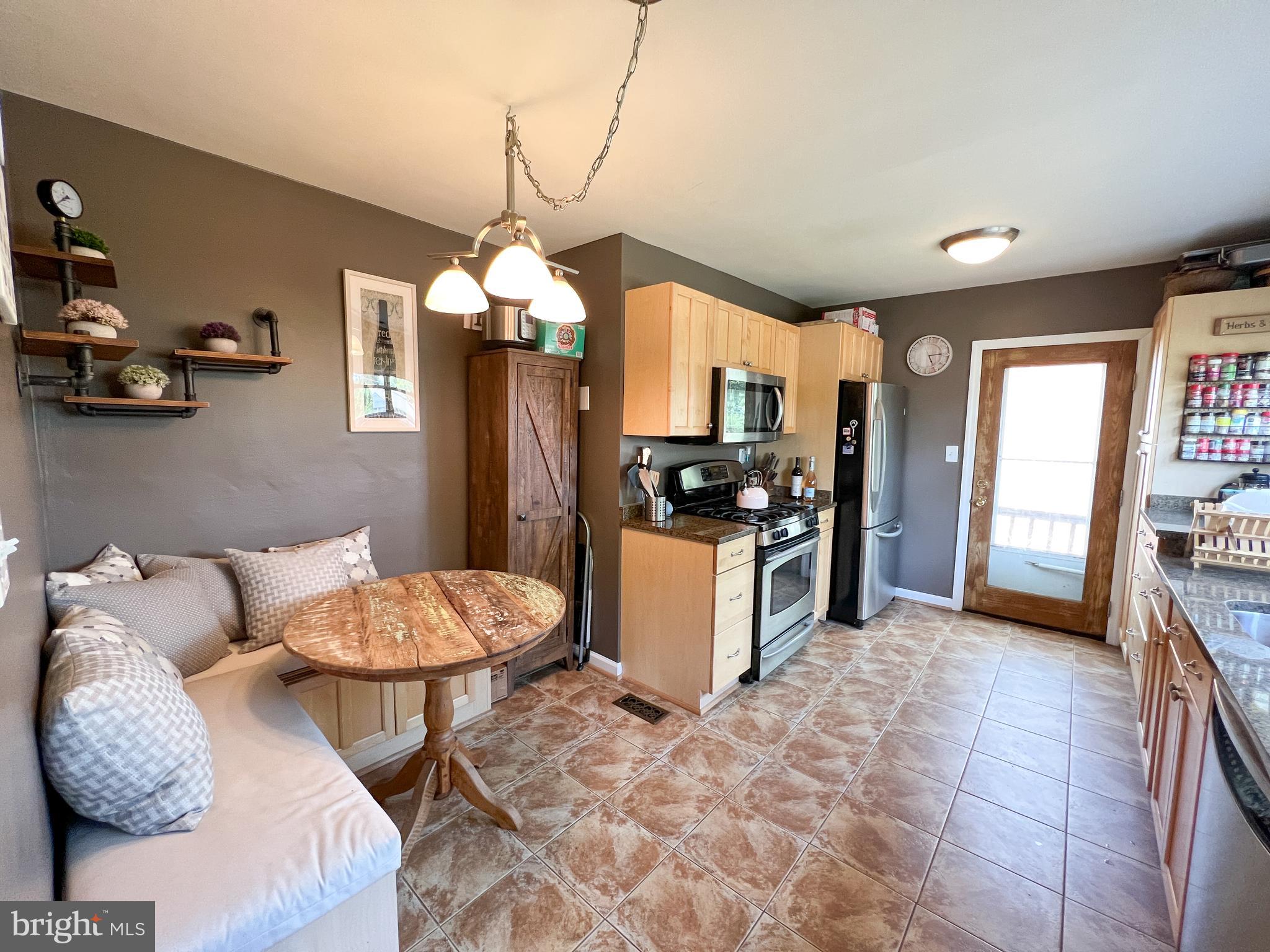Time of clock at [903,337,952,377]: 5:14
